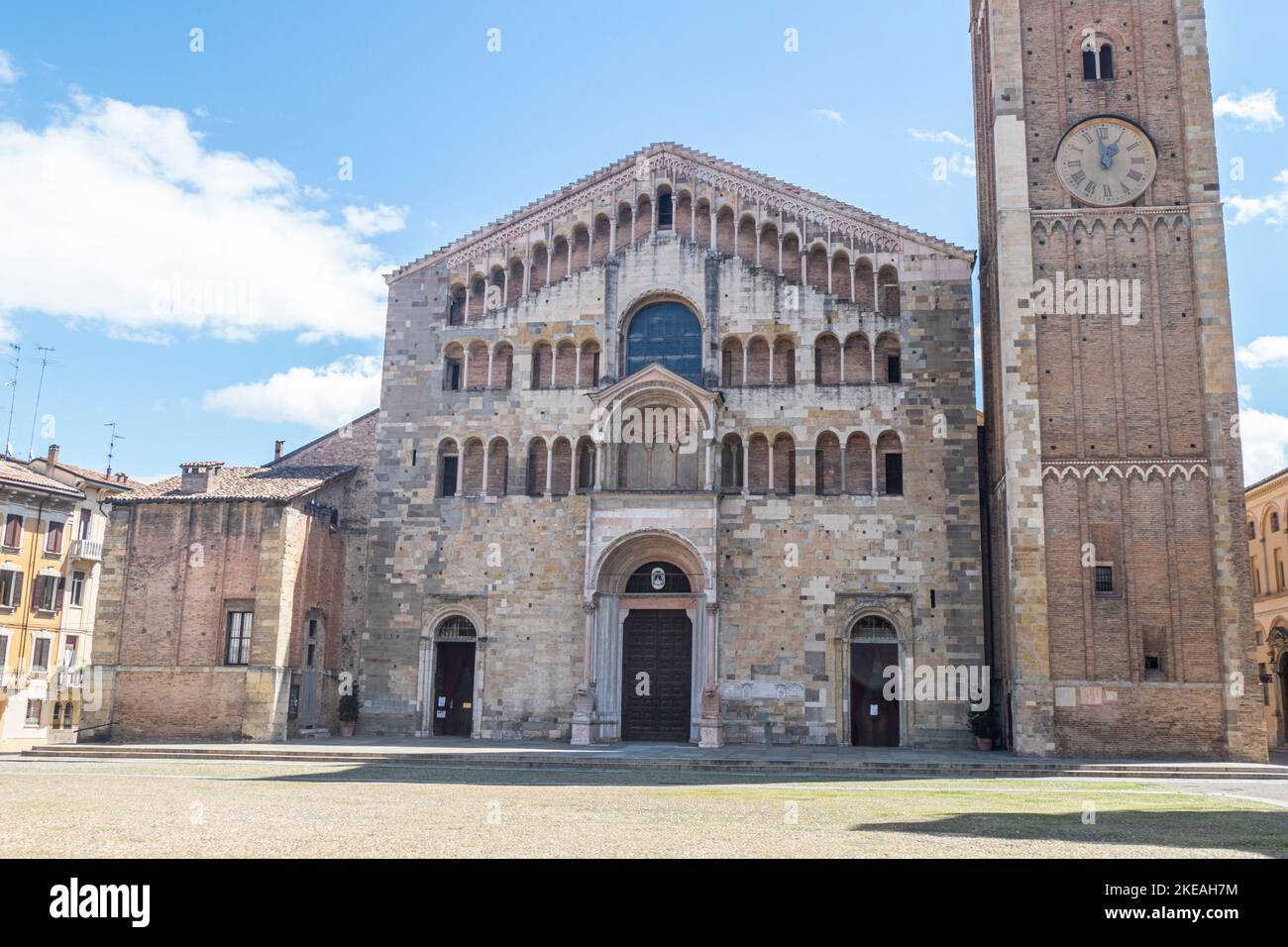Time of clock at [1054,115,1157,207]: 12:58
